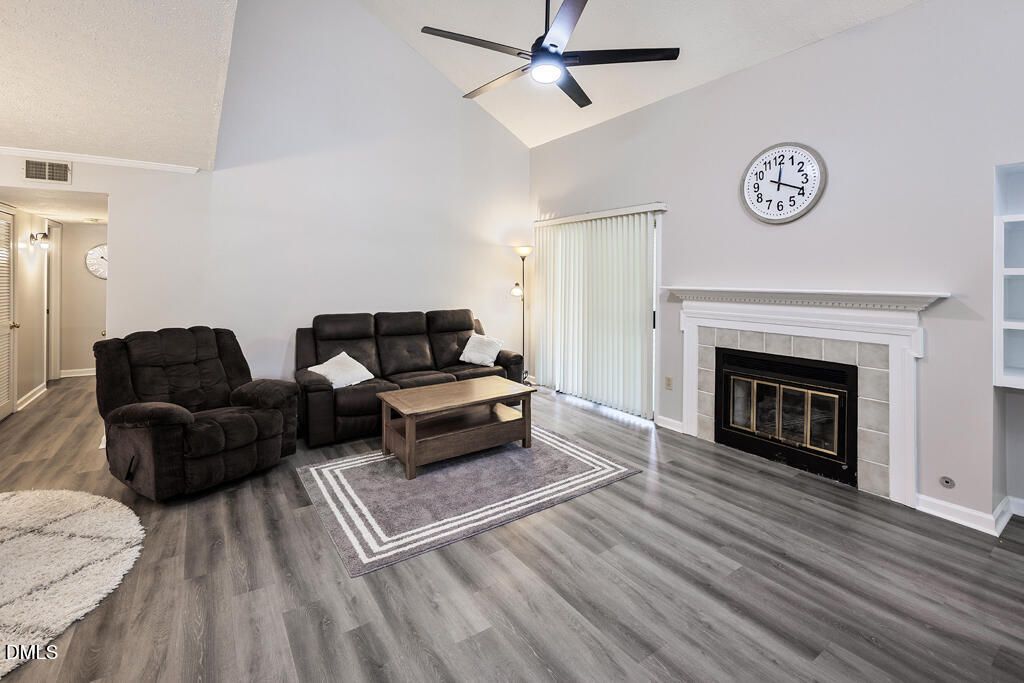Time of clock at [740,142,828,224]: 12:18
